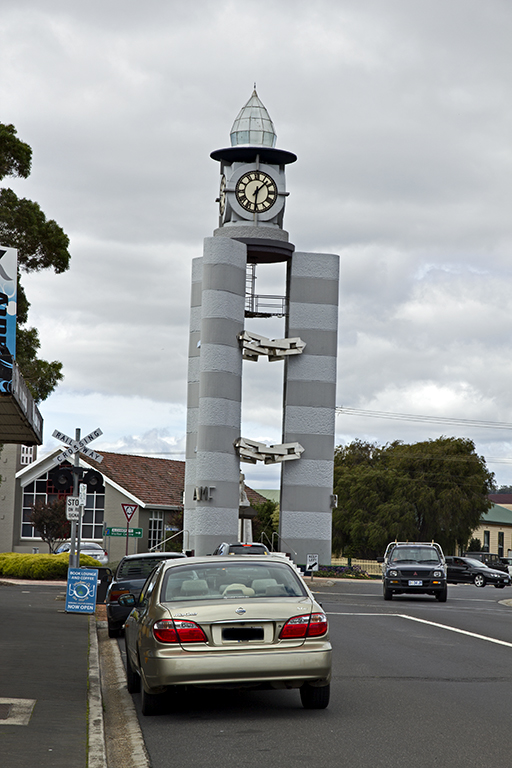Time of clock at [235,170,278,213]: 1:30
